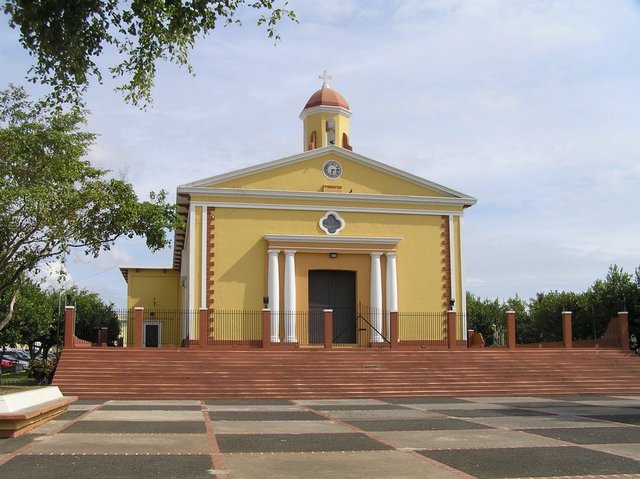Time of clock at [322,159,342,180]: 6:14
